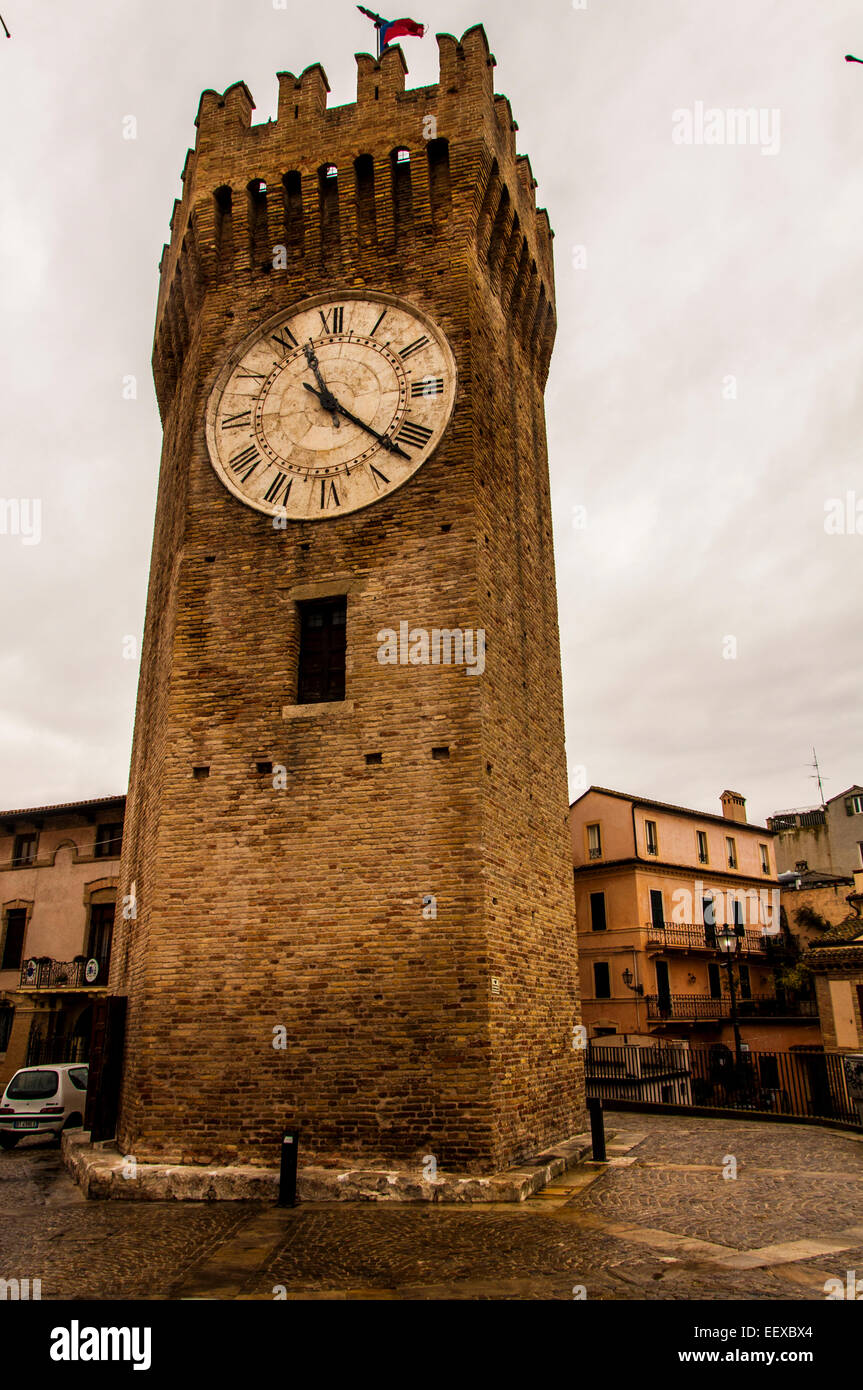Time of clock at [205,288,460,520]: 11:21
